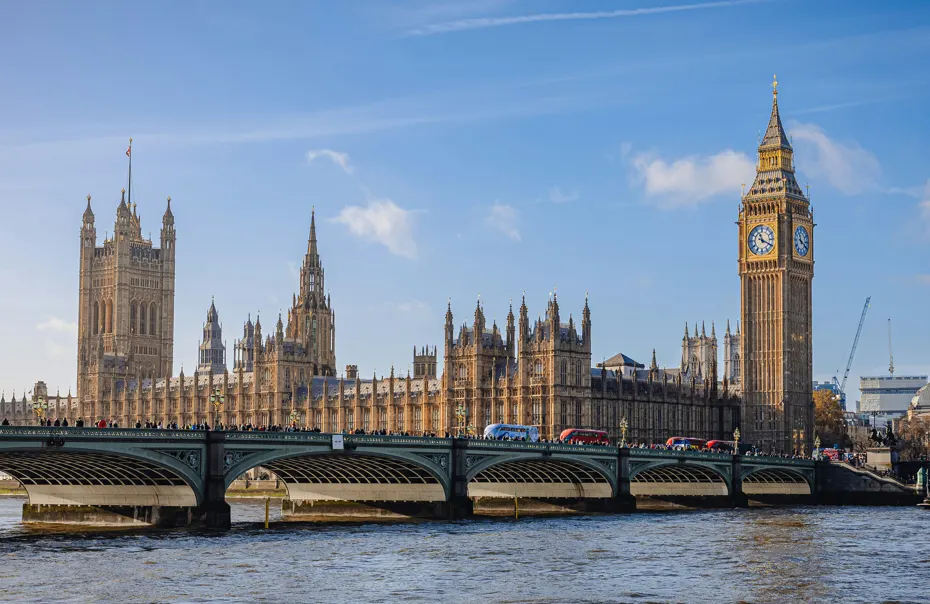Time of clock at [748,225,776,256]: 11:19
